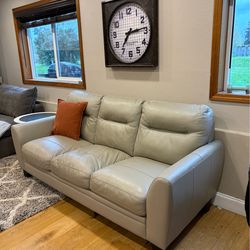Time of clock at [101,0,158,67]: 7:14
